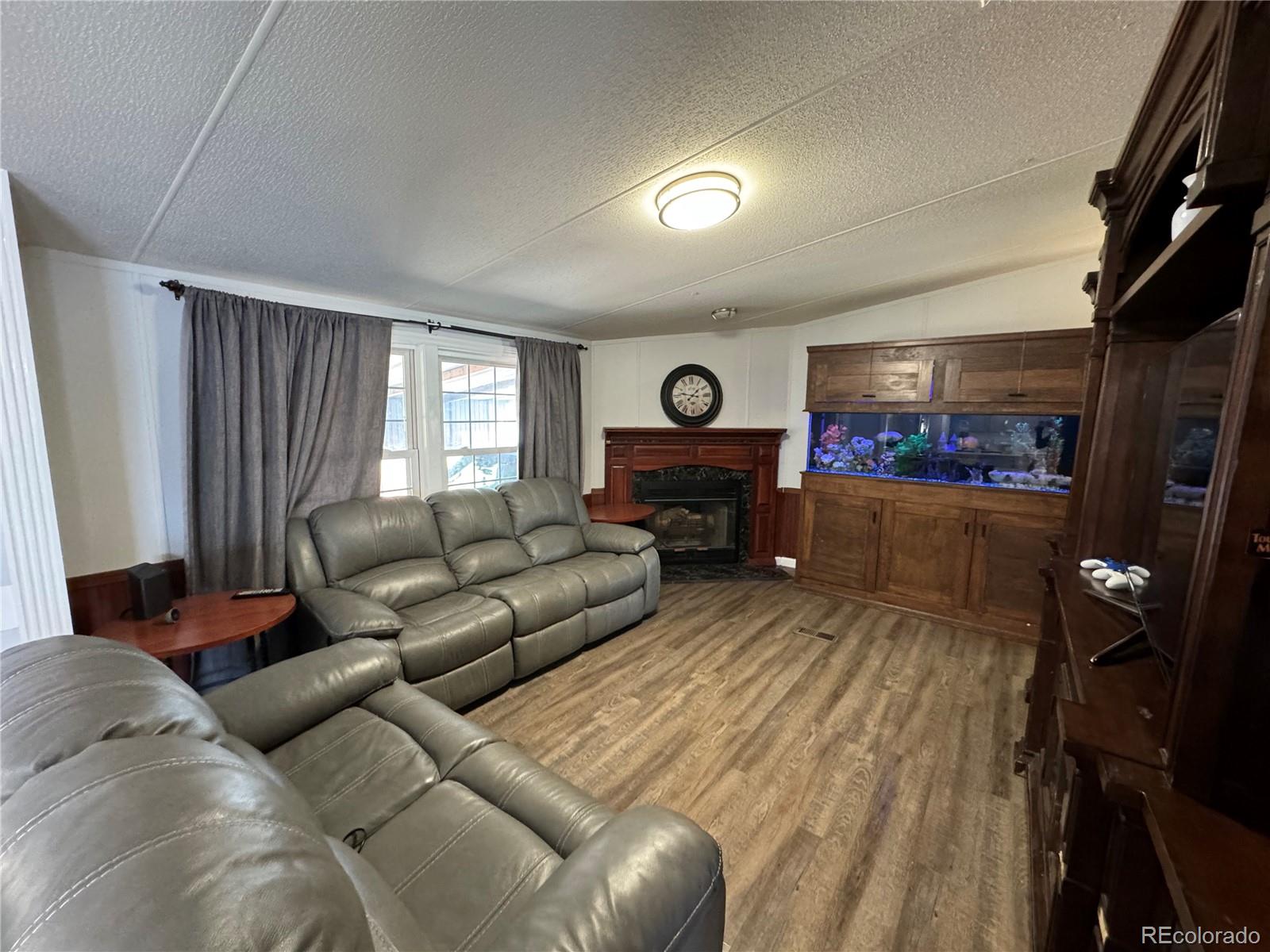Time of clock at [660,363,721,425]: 1:47
